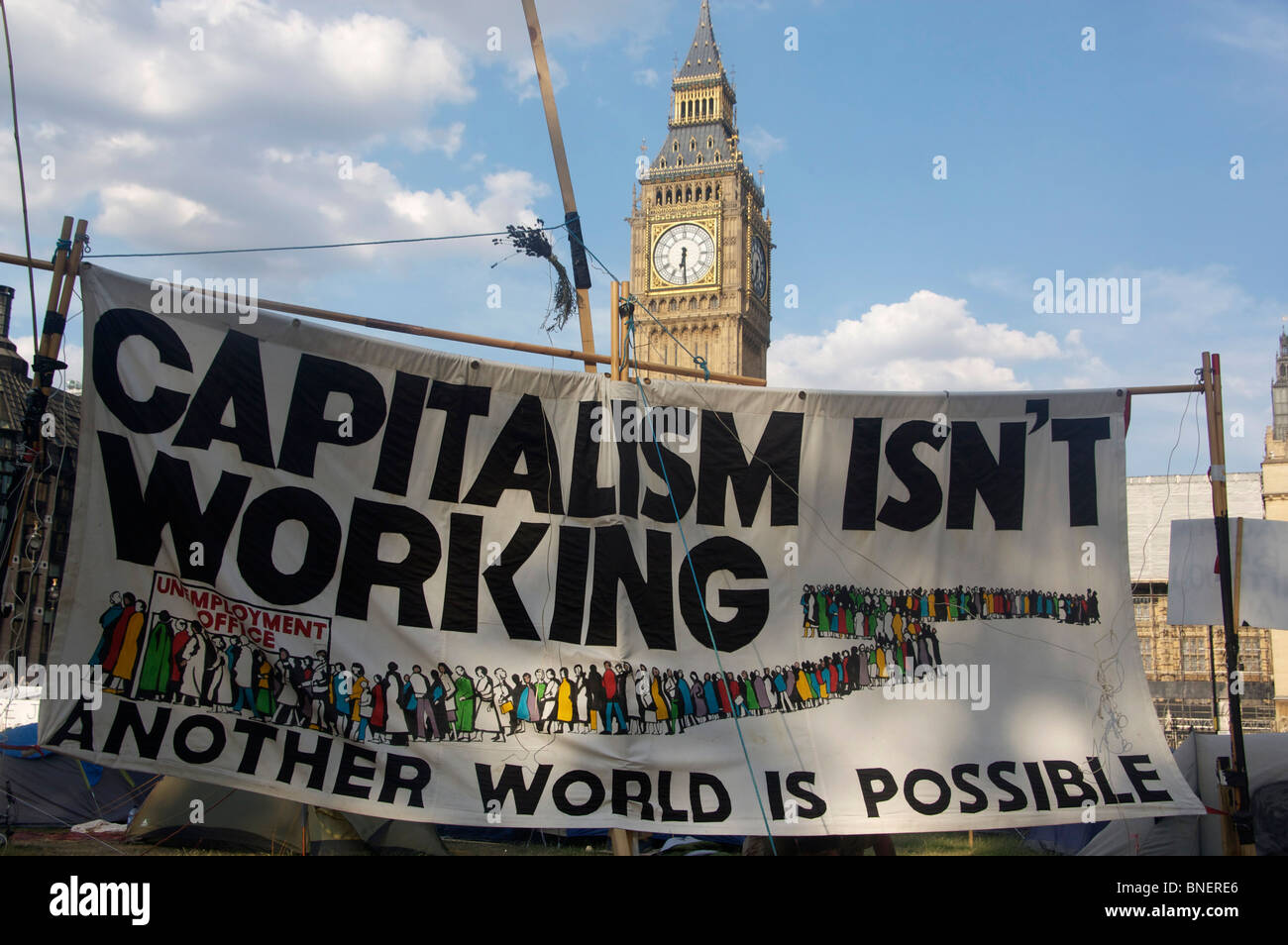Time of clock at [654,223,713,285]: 6:29
